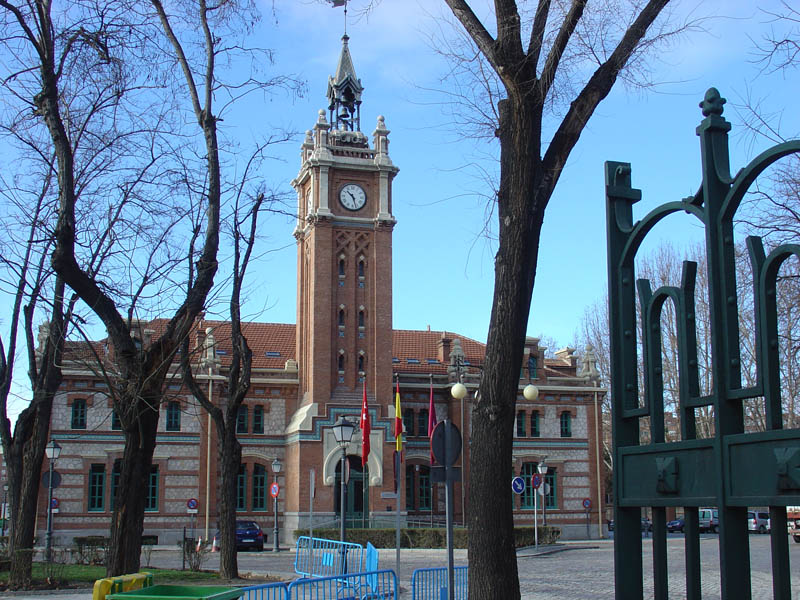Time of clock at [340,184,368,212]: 10:26
